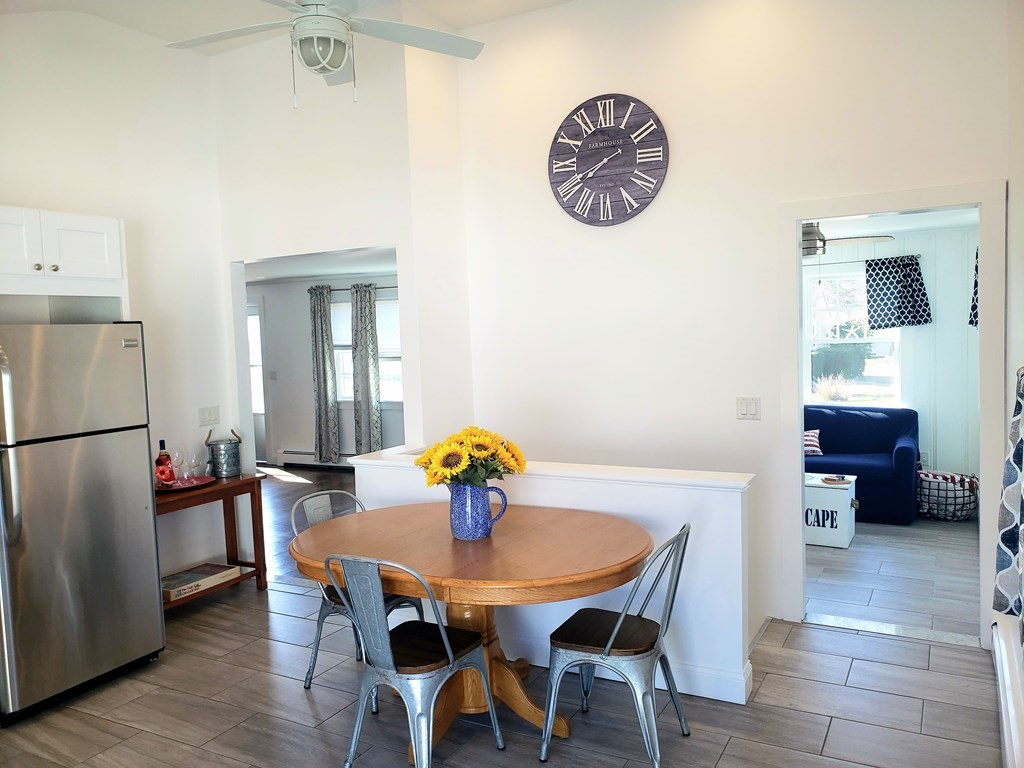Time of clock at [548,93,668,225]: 7:40
